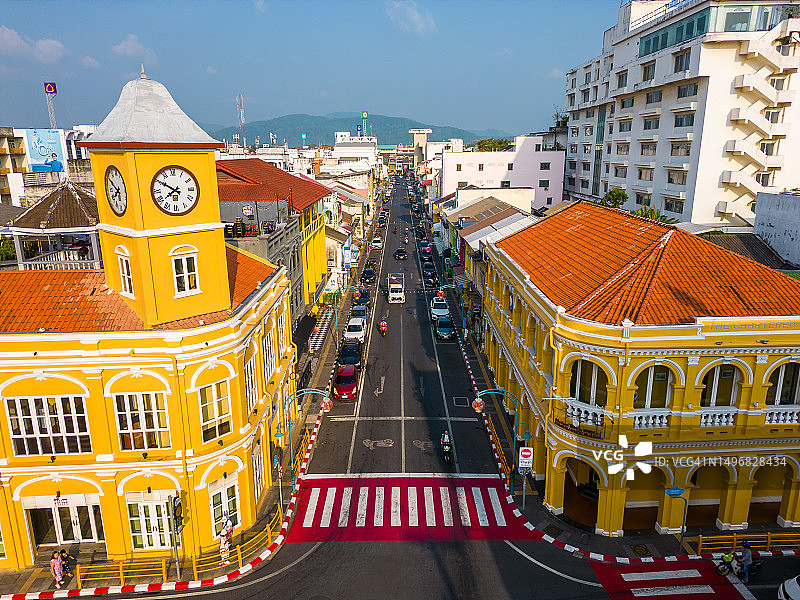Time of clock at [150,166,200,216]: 7:50
